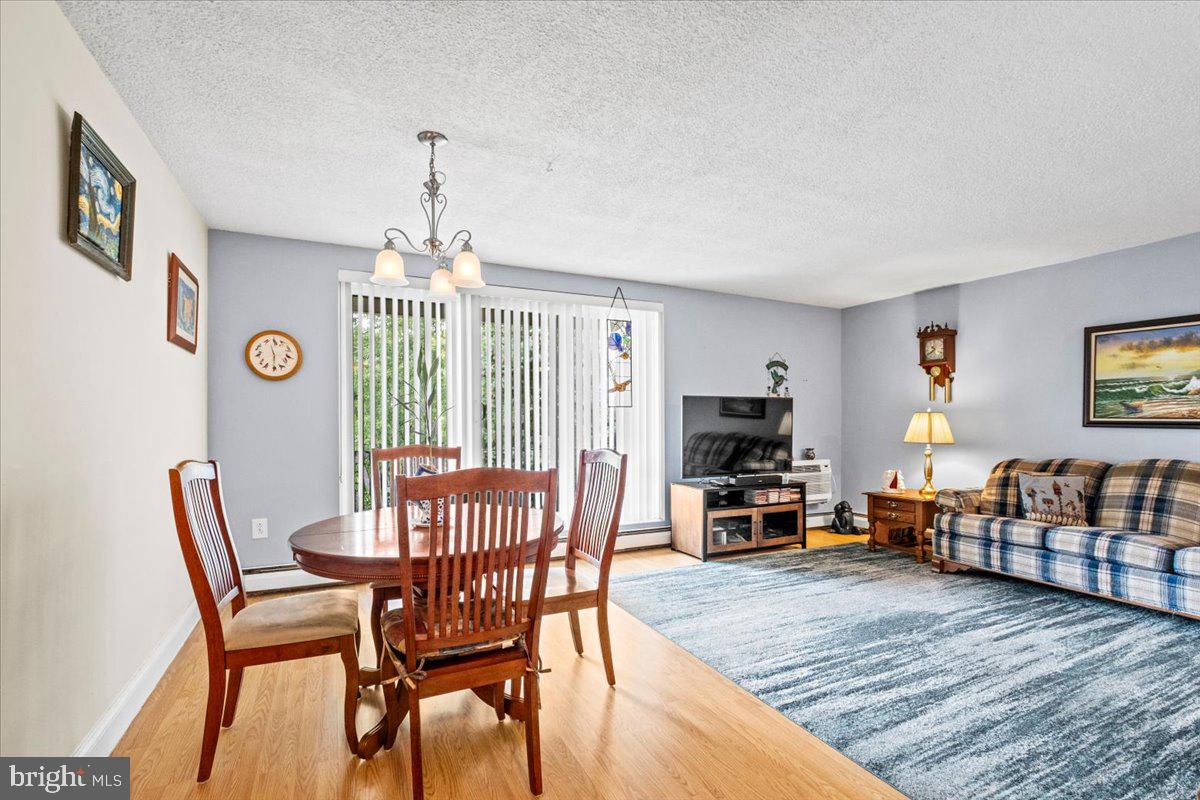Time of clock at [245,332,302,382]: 11:29
